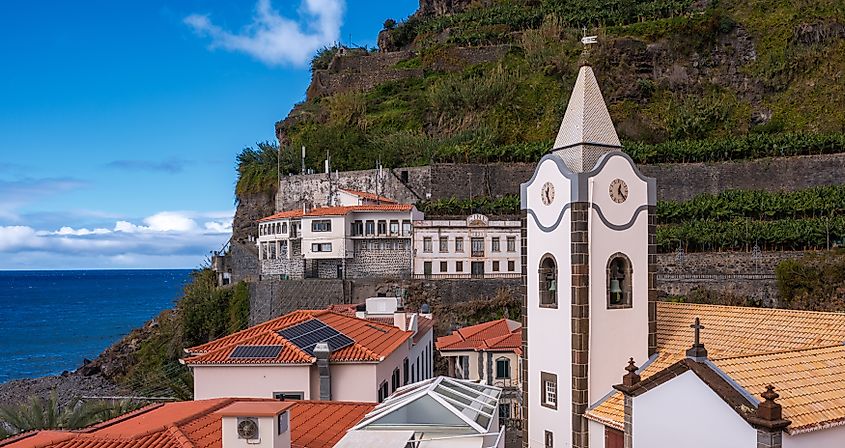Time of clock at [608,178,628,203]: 12:23
